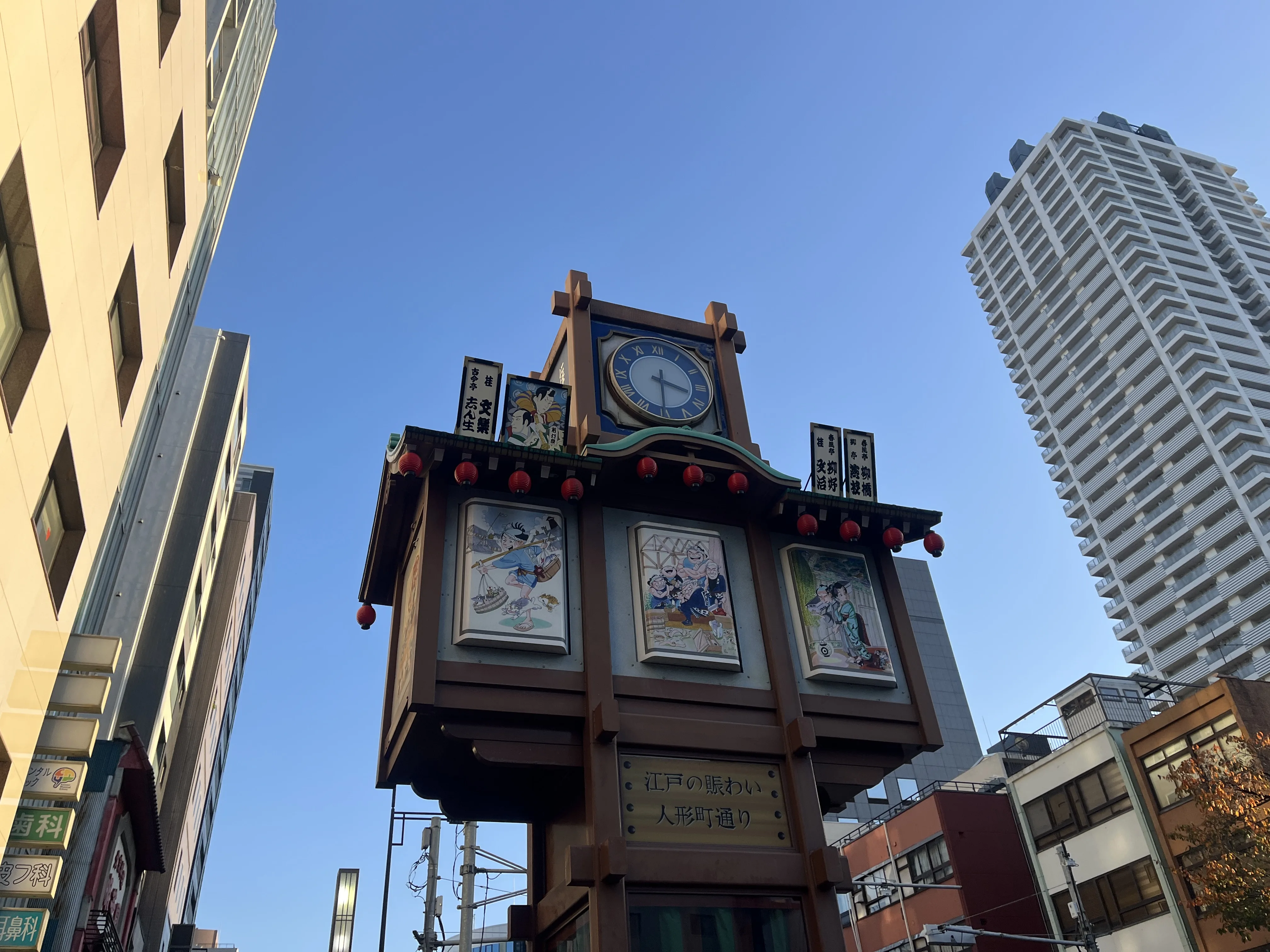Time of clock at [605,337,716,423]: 3:30
